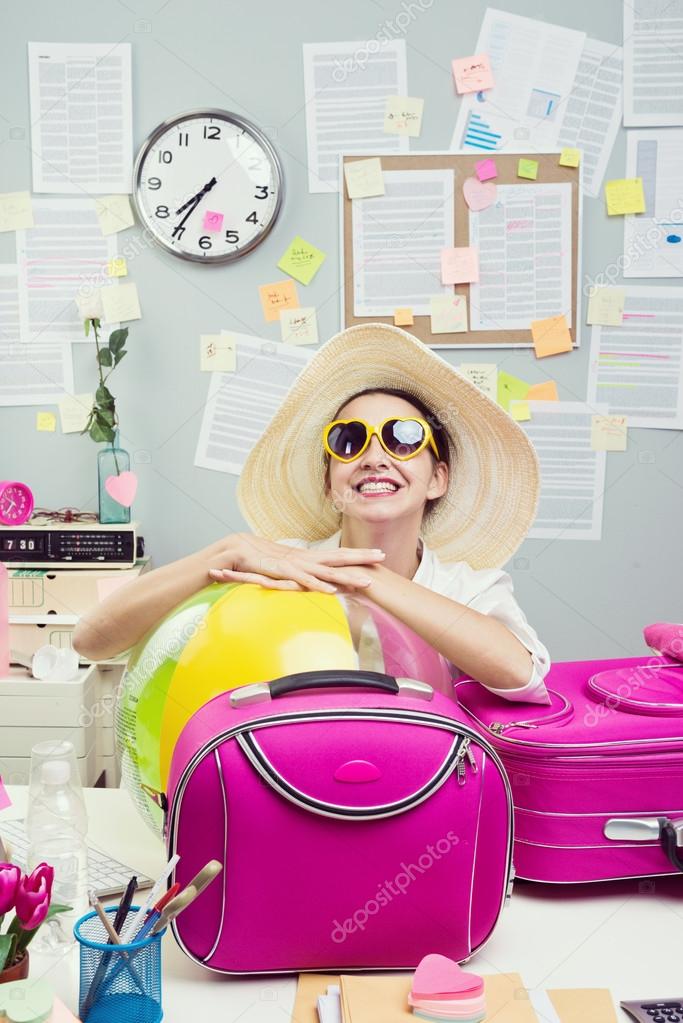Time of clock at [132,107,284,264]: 7:35
